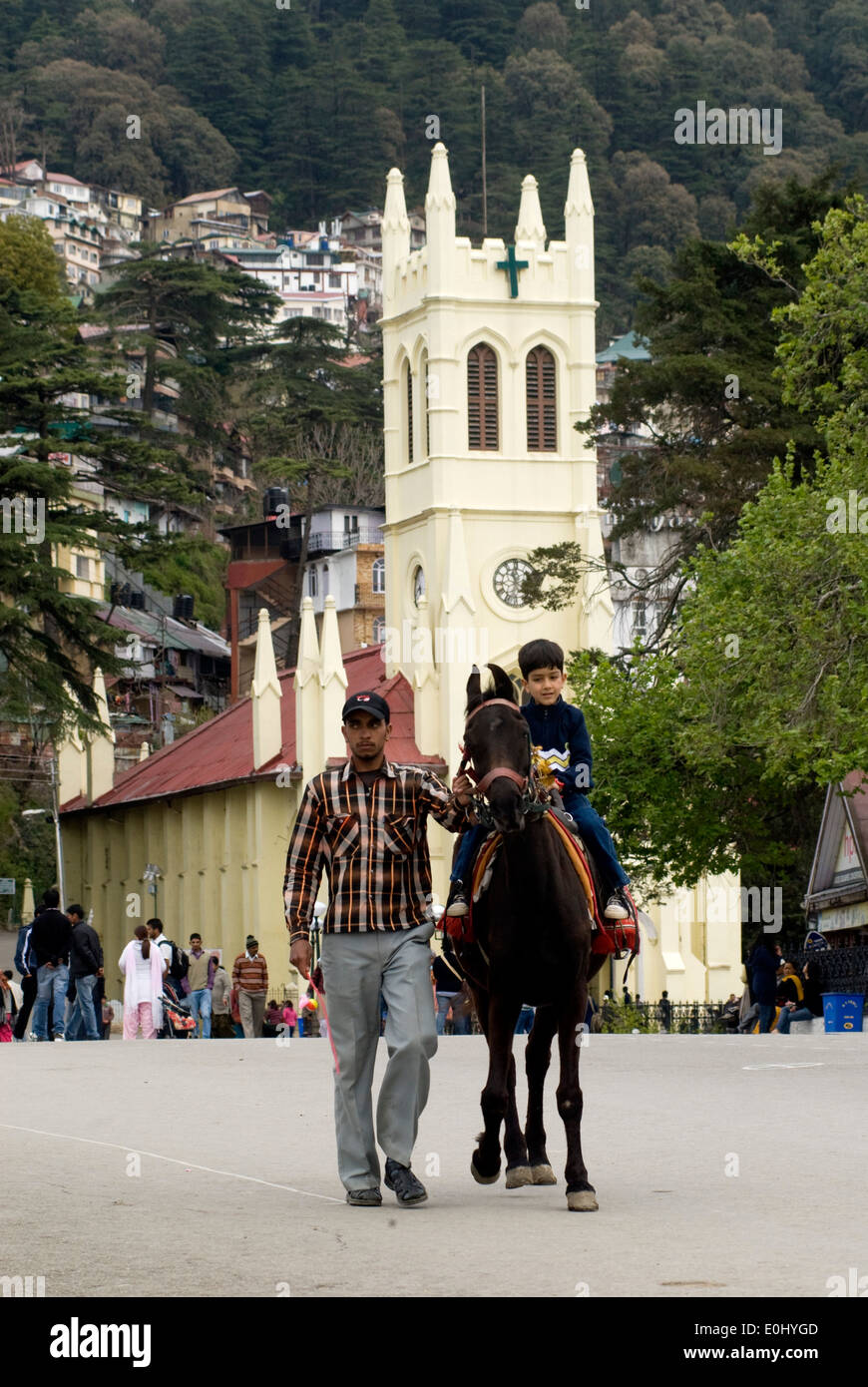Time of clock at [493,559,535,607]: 11:32
